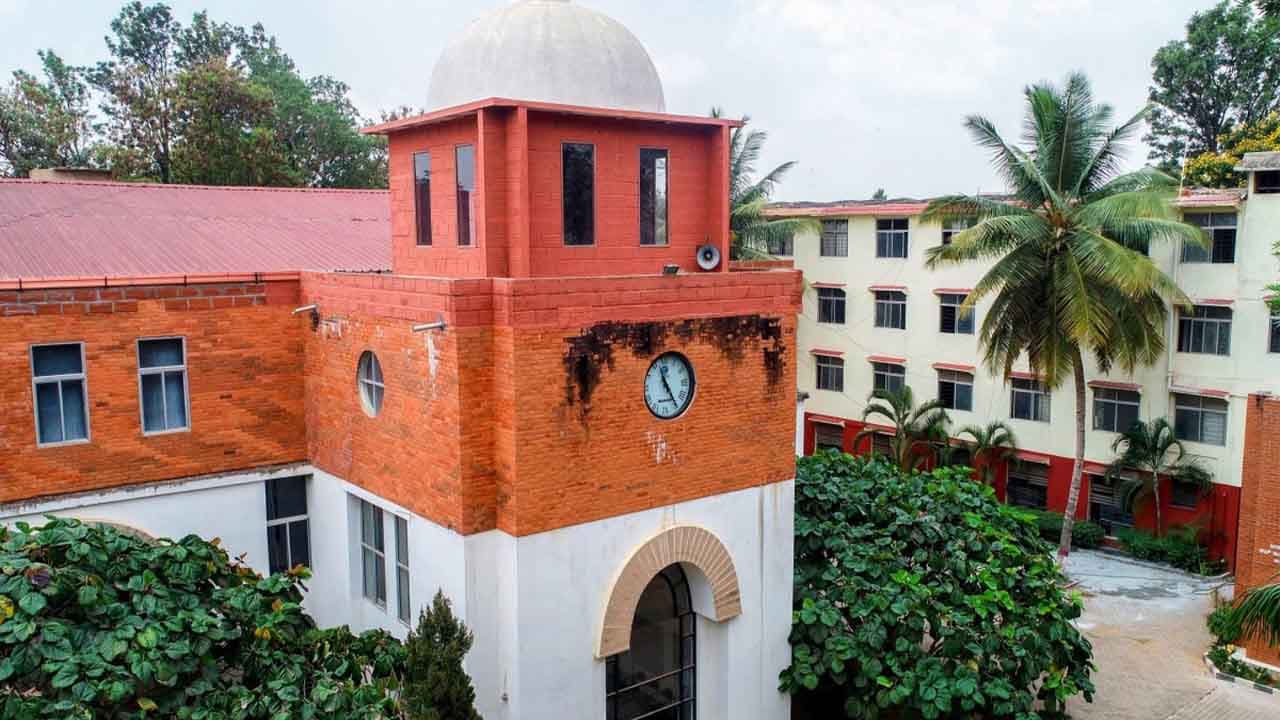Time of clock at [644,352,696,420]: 11:25
